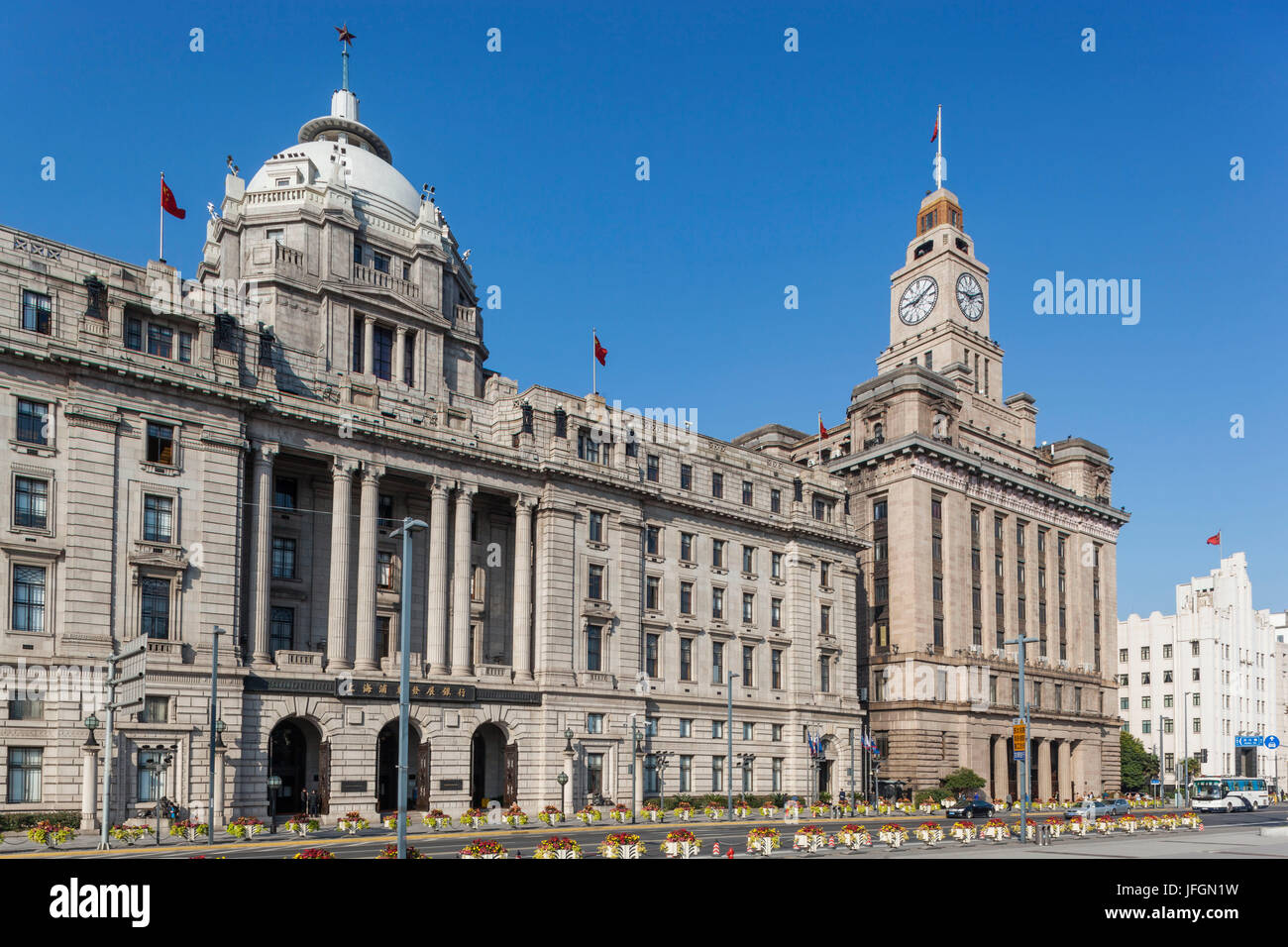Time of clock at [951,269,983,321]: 9:10
